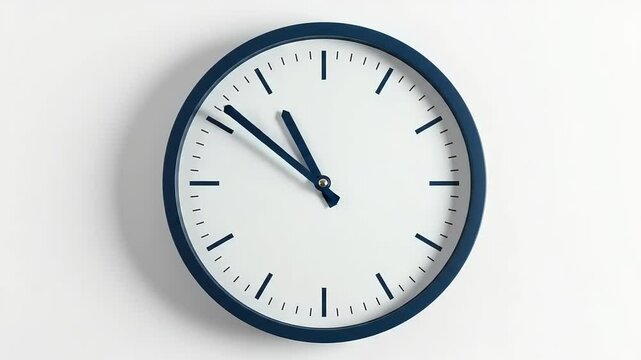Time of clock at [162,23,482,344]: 10:51
